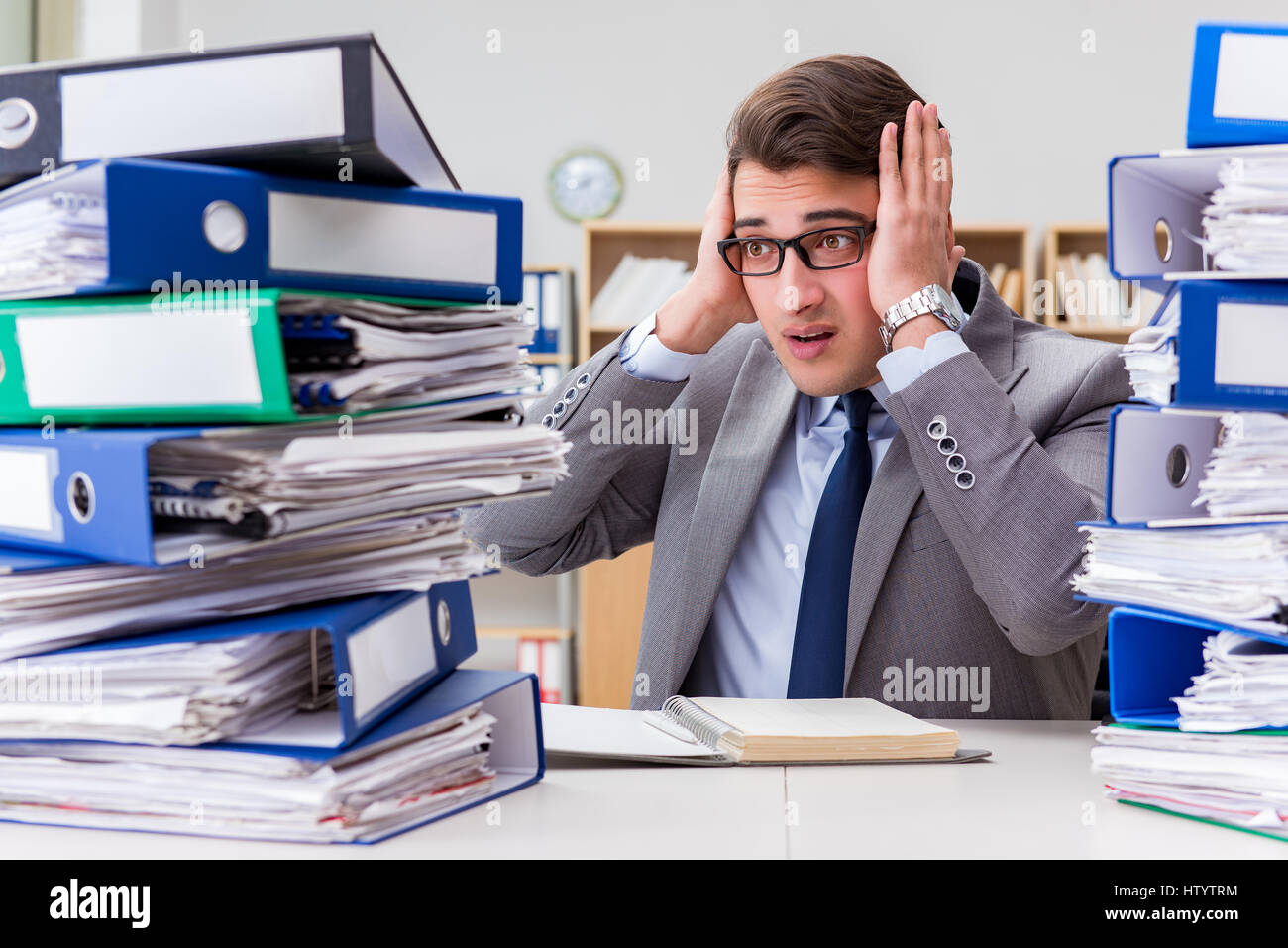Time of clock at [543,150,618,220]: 8:12
